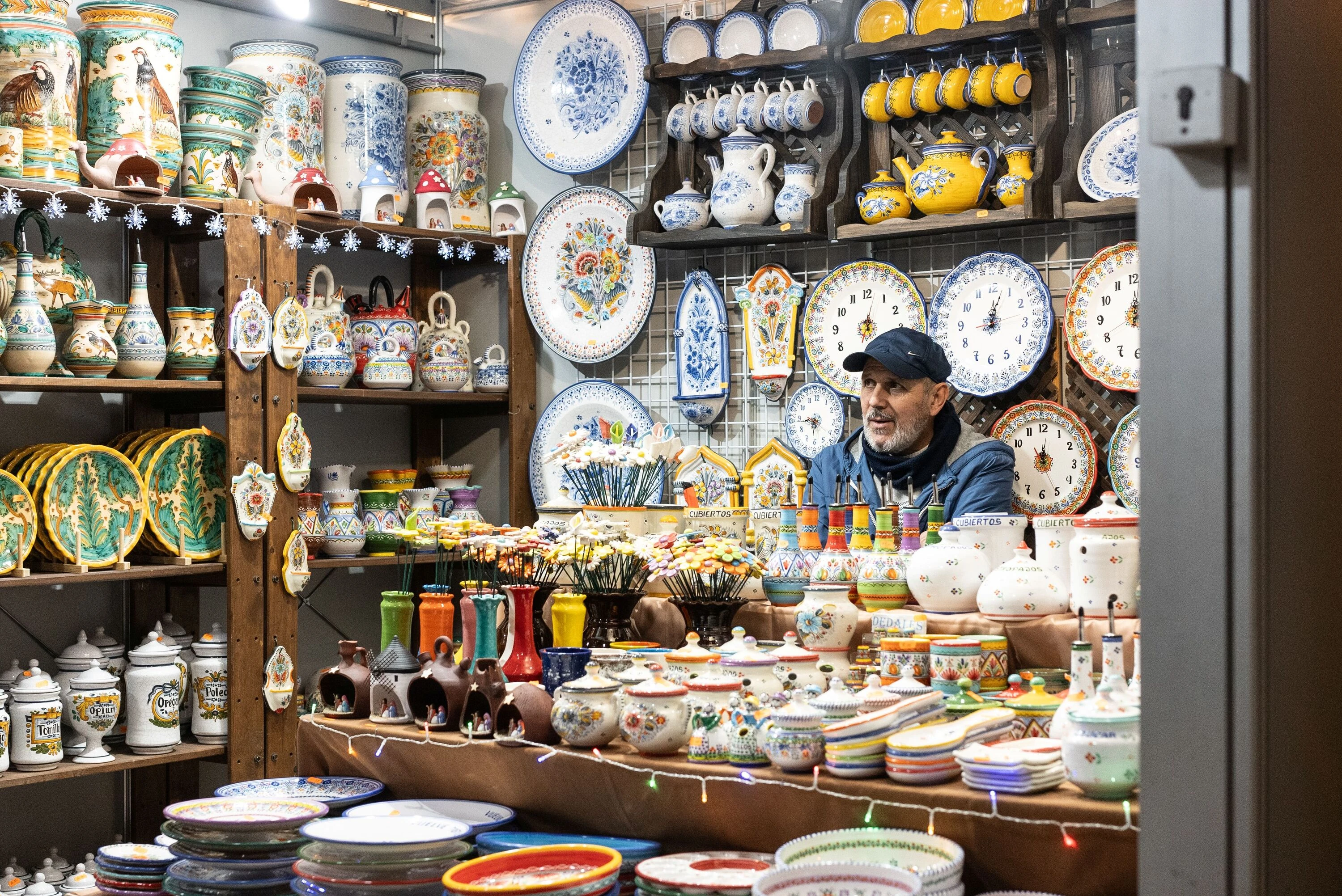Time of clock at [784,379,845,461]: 5:44
